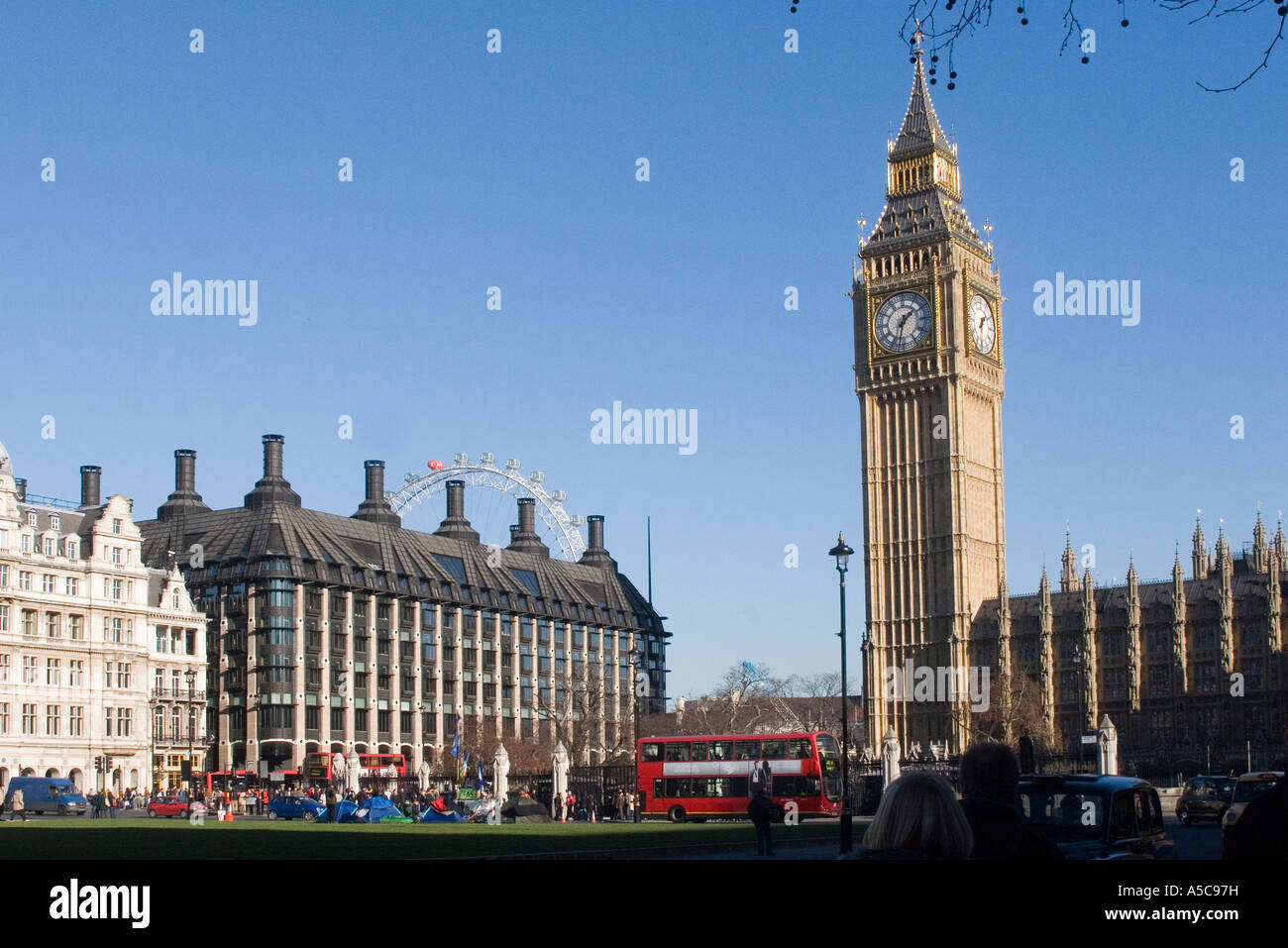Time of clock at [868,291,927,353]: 1:32
